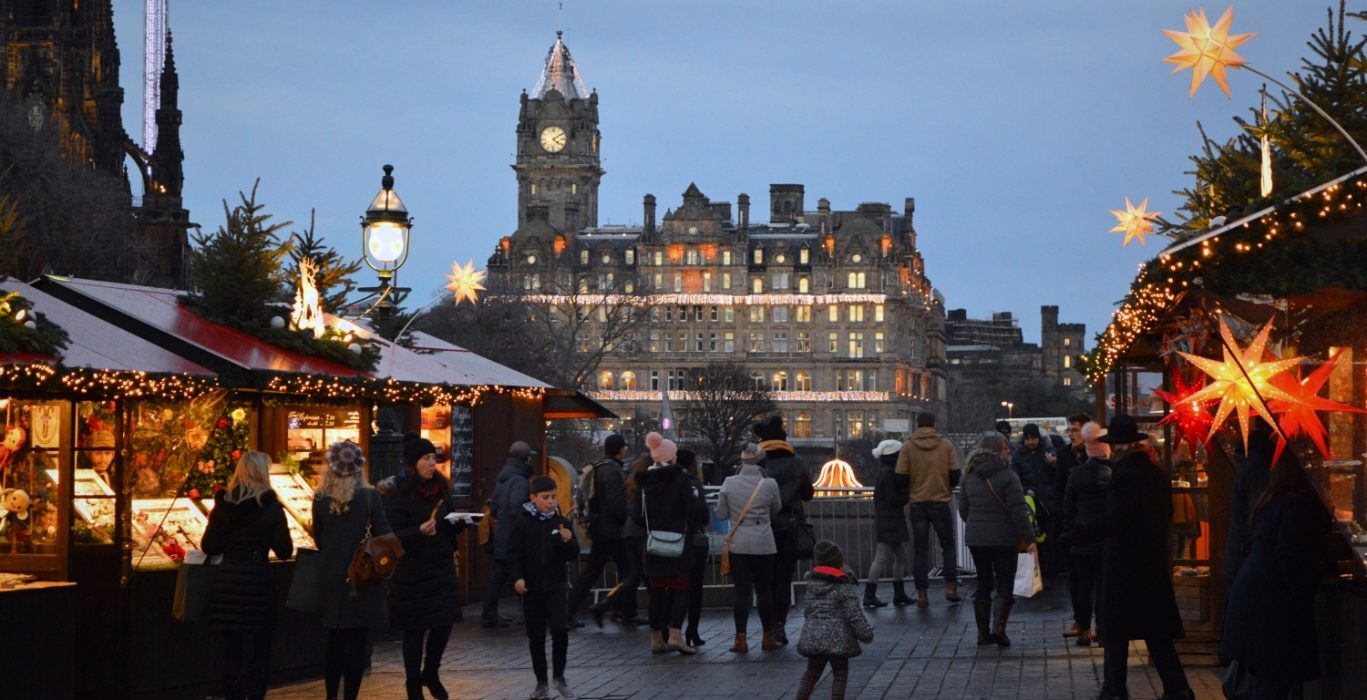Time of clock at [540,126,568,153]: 4:09
